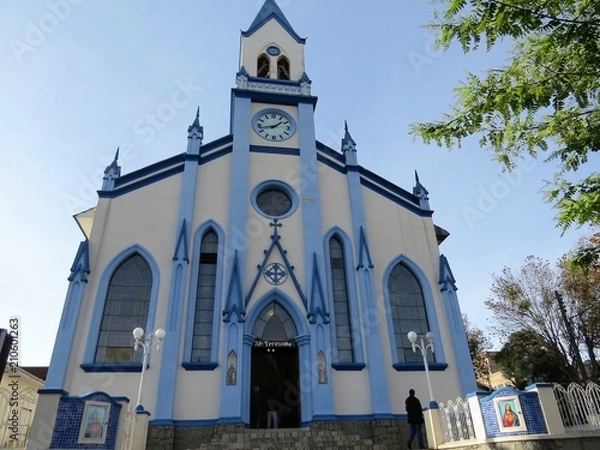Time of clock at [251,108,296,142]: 1:42
